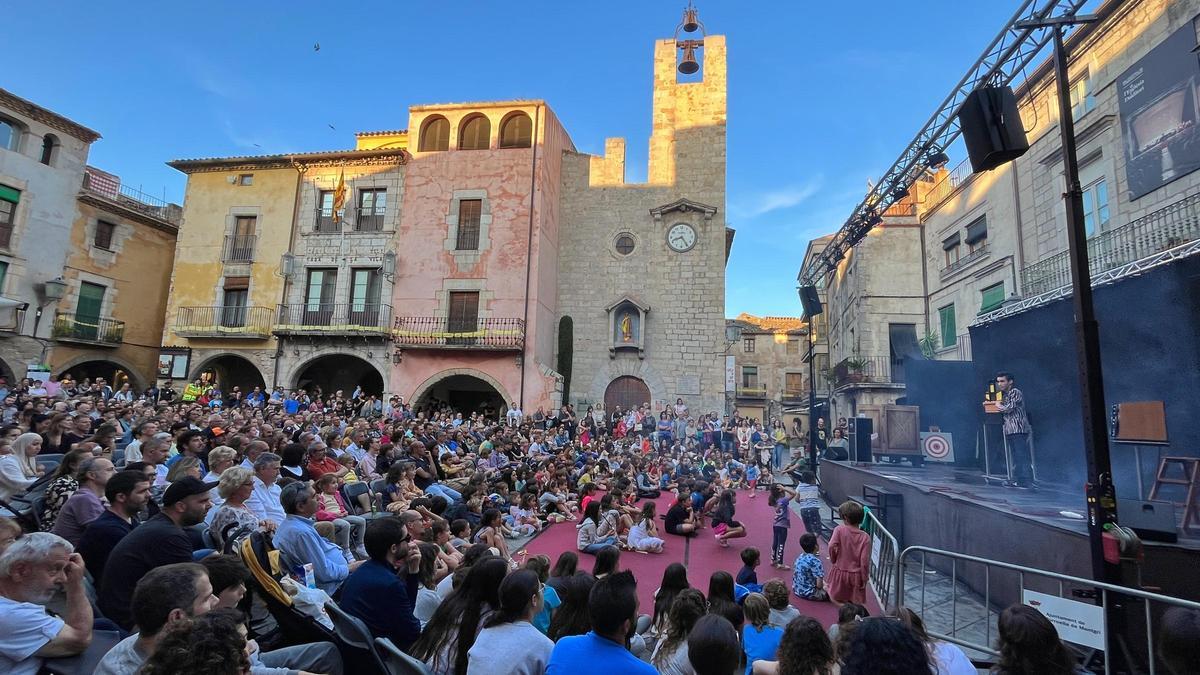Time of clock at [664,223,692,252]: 8:24
